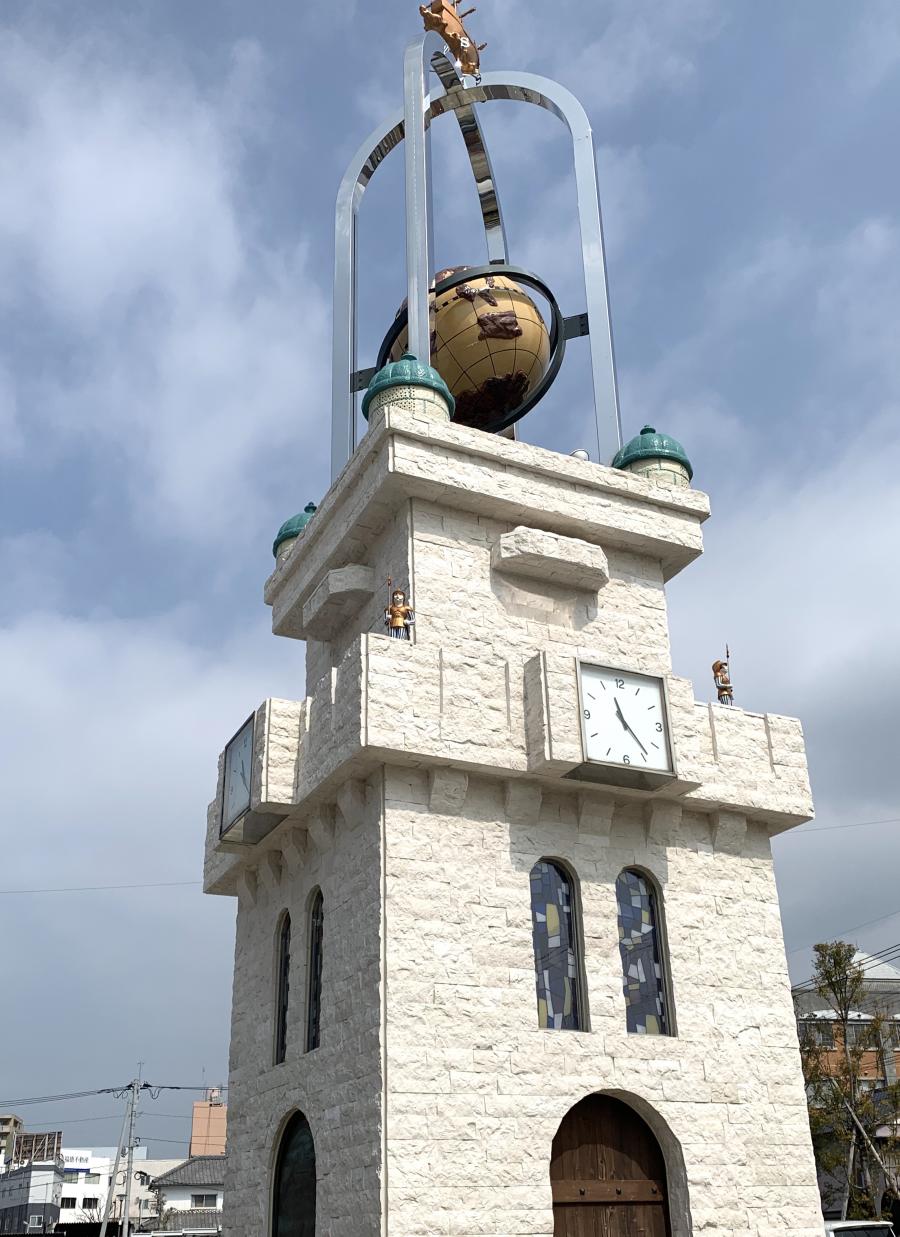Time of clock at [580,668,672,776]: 11:23
